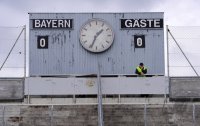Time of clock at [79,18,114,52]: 1:33
